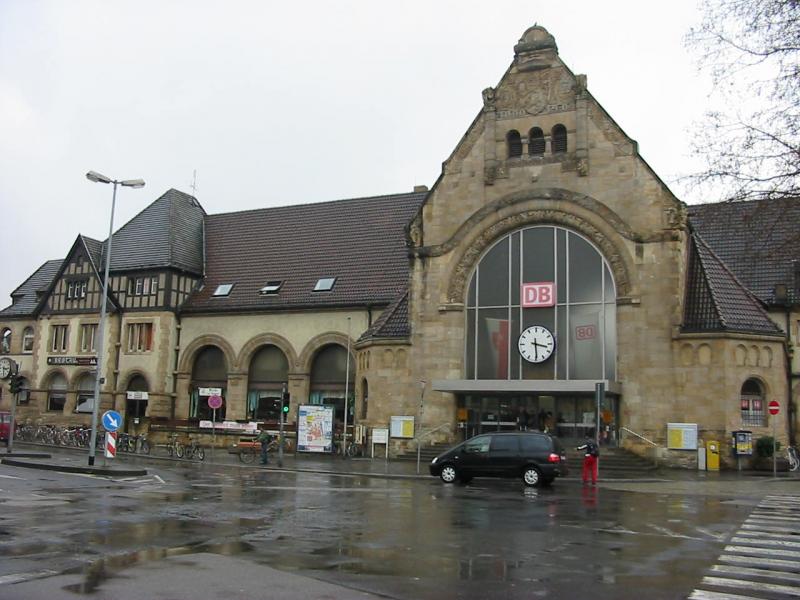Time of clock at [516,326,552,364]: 3:29
